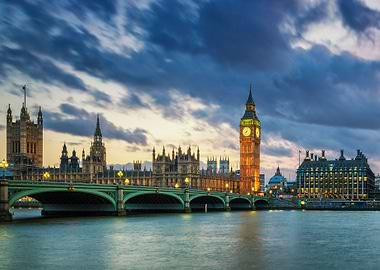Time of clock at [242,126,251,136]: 8:02
